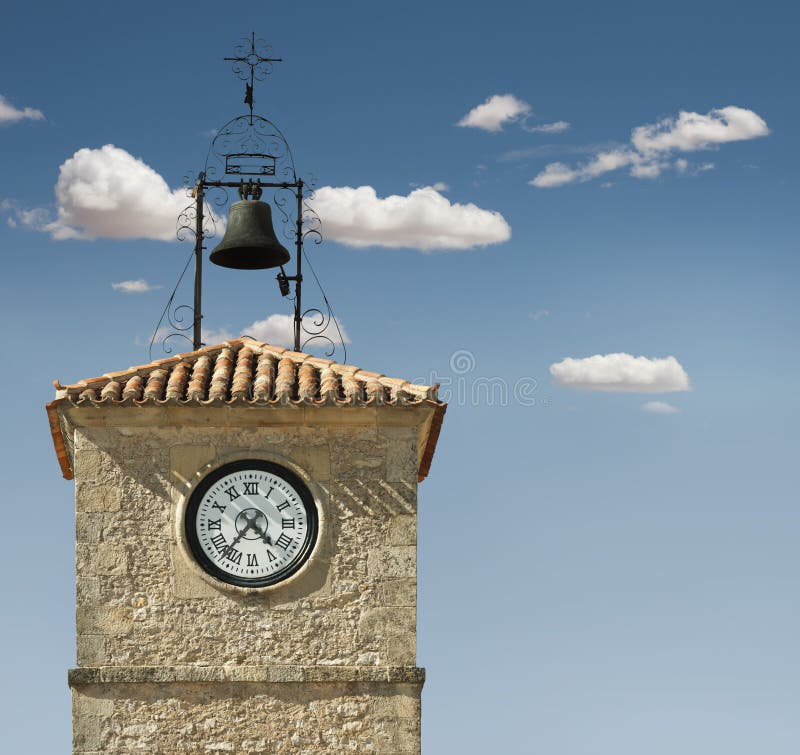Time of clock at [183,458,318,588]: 4:36
